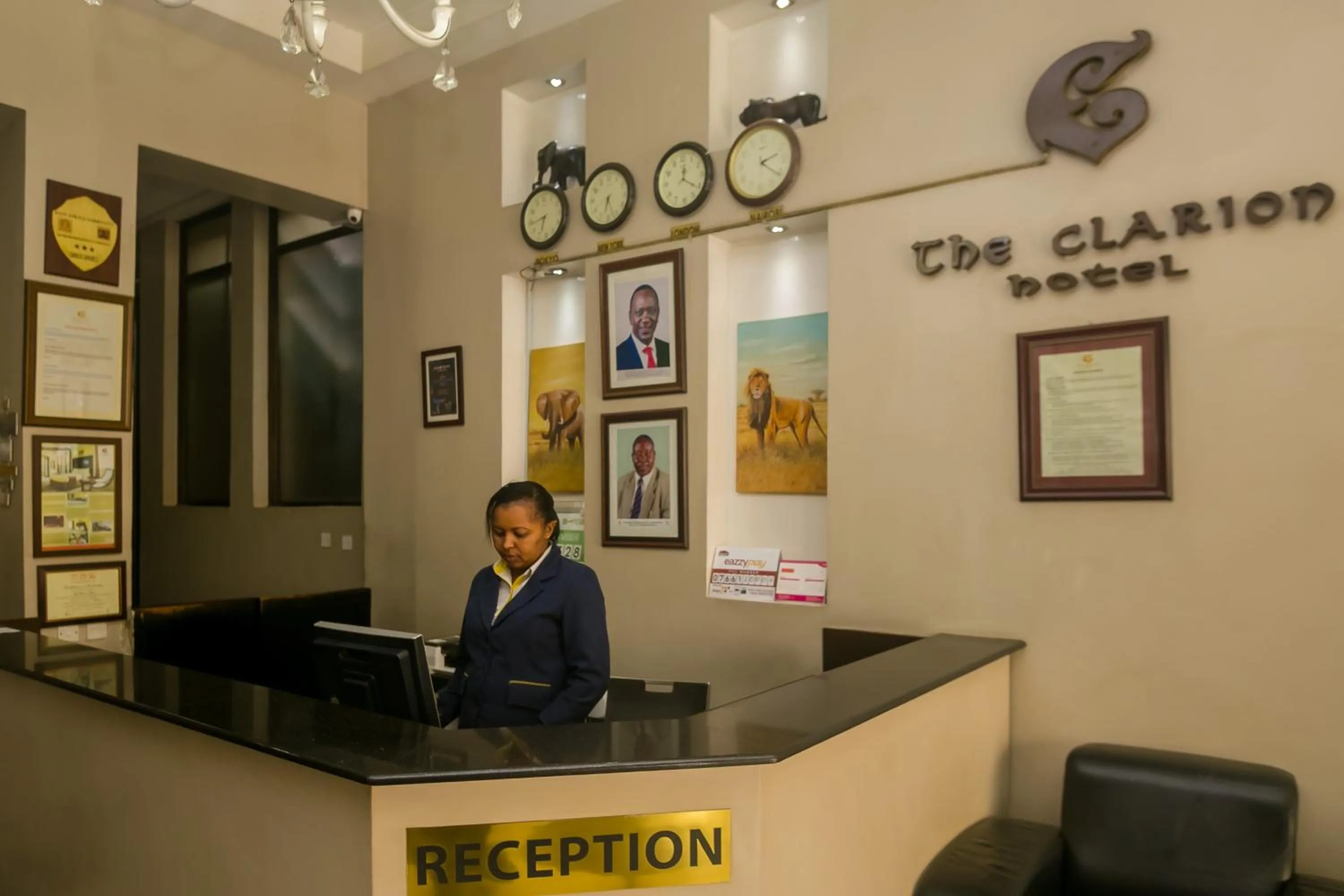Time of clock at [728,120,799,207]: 2:20
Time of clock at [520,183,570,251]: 6:43
